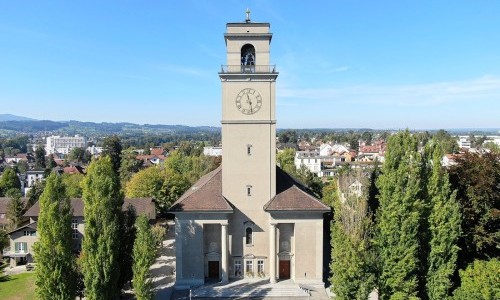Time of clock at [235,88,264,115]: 11:28
